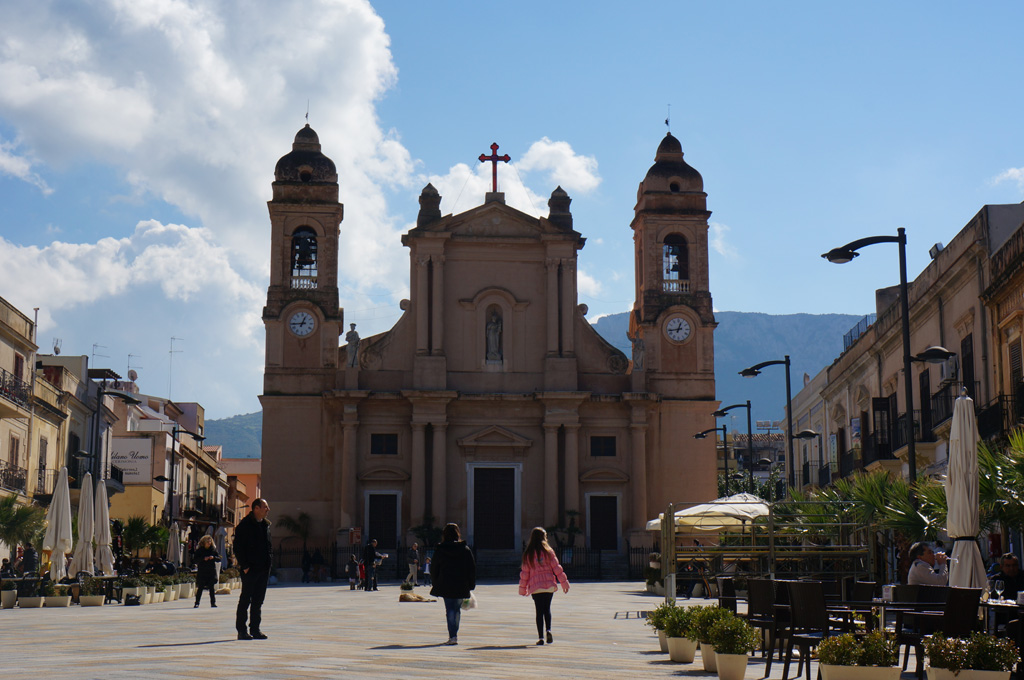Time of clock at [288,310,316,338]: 12:44
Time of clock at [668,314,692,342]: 12:43
